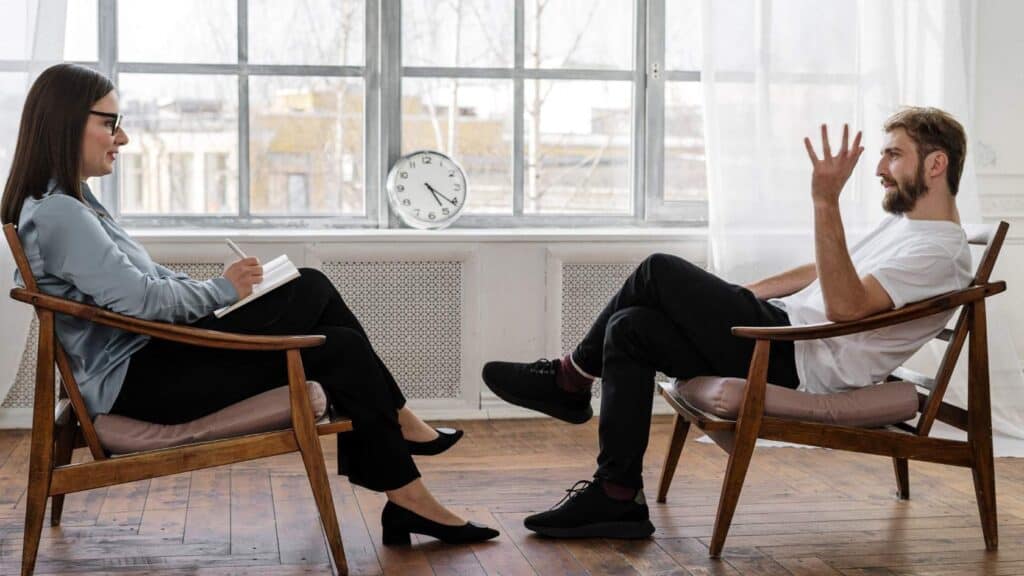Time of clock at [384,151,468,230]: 5:21
